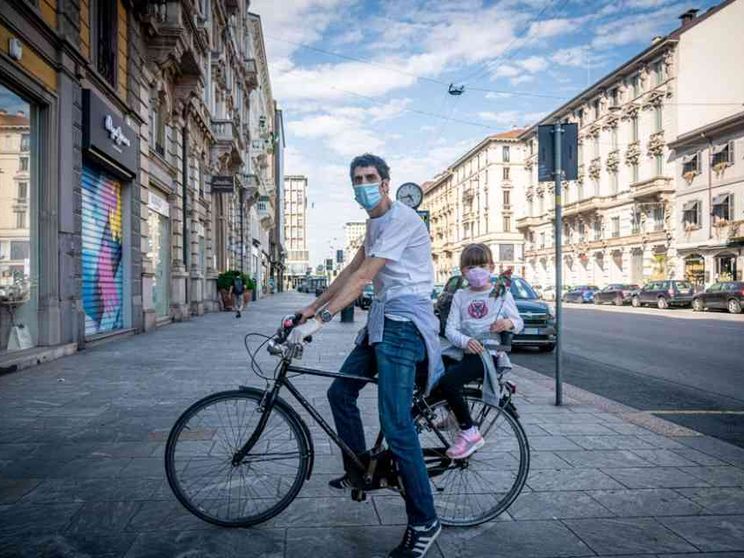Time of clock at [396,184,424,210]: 4:42
